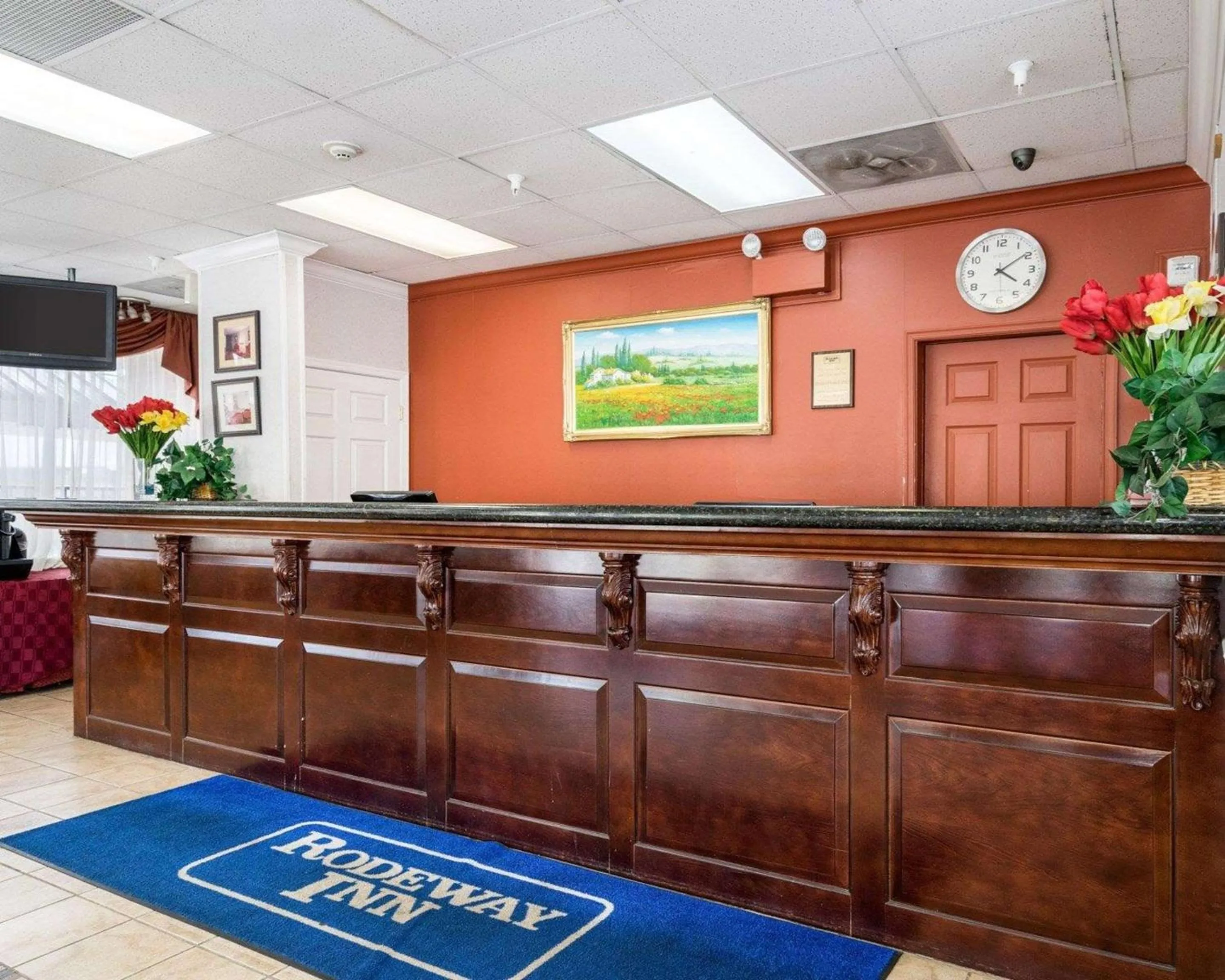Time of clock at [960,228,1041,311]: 4:09
